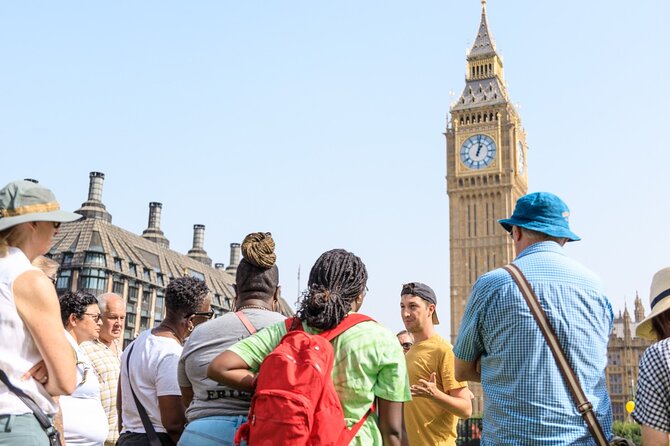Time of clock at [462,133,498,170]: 1:02
